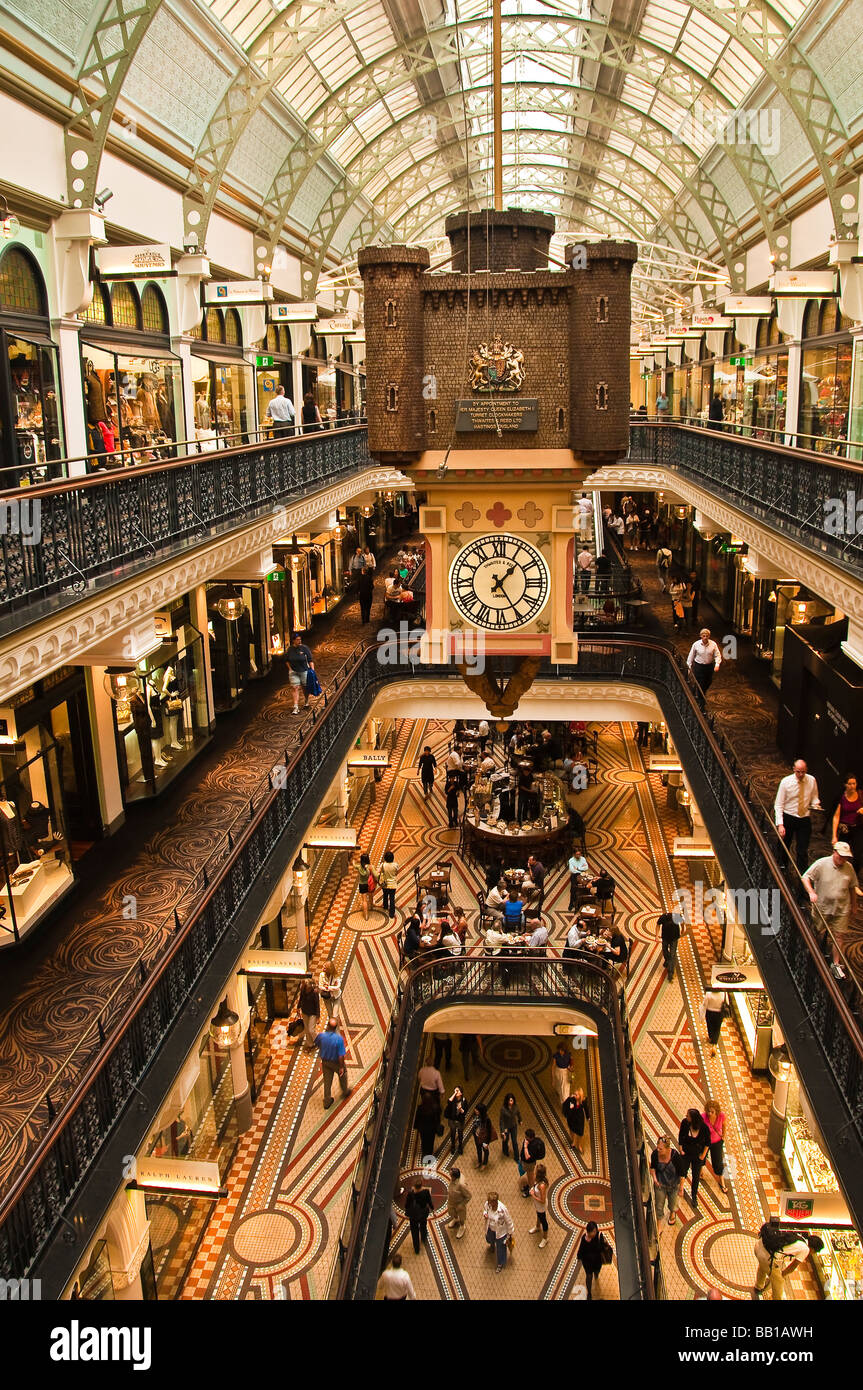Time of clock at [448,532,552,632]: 1:24
